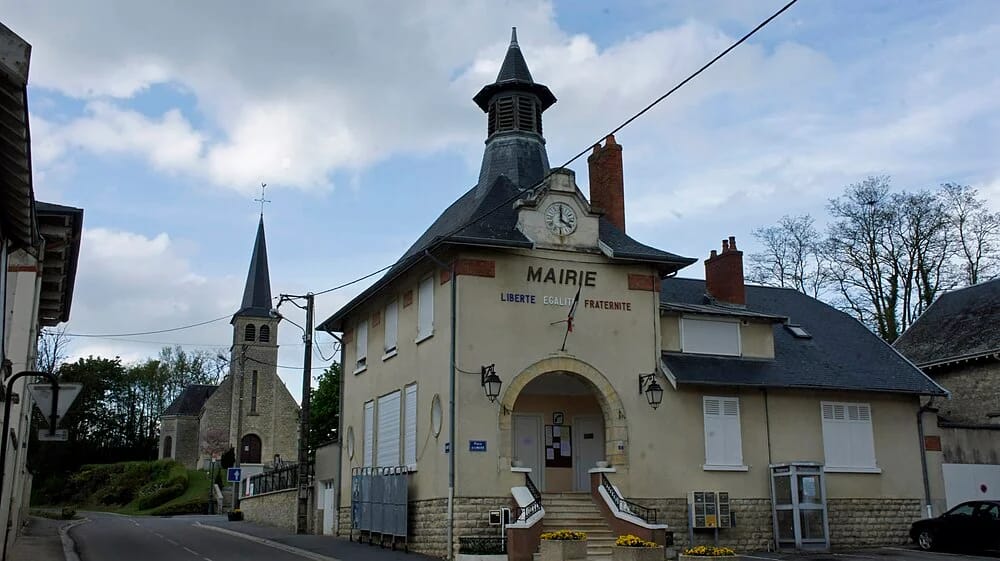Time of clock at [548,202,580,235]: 4:00
